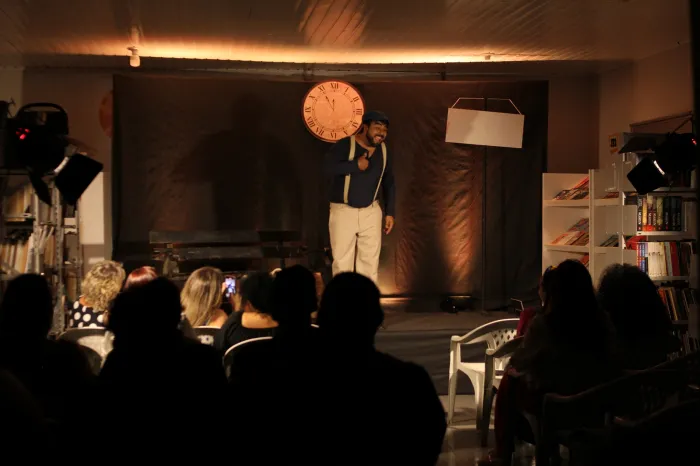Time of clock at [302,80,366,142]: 11:54
